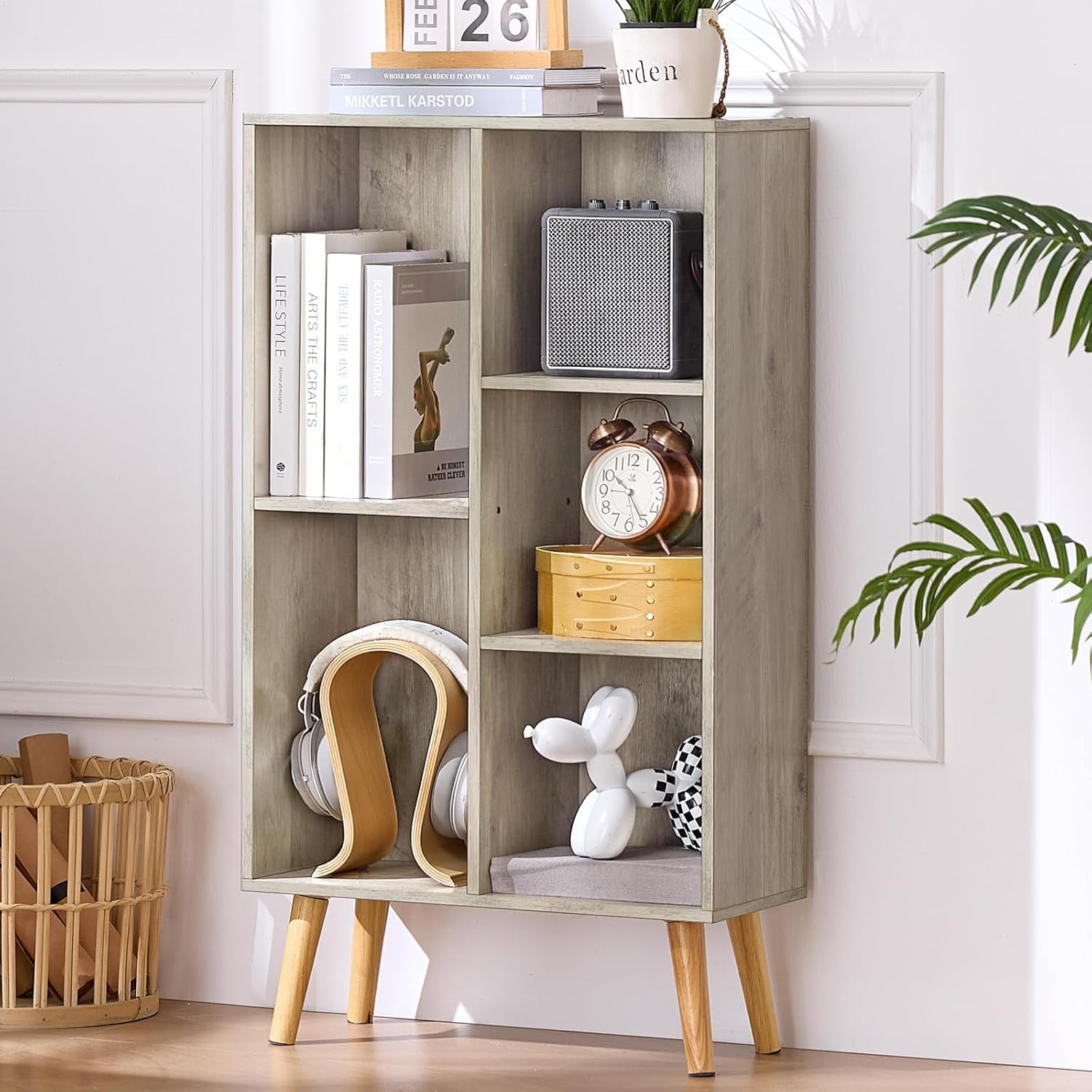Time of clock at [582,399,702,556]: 10:25
